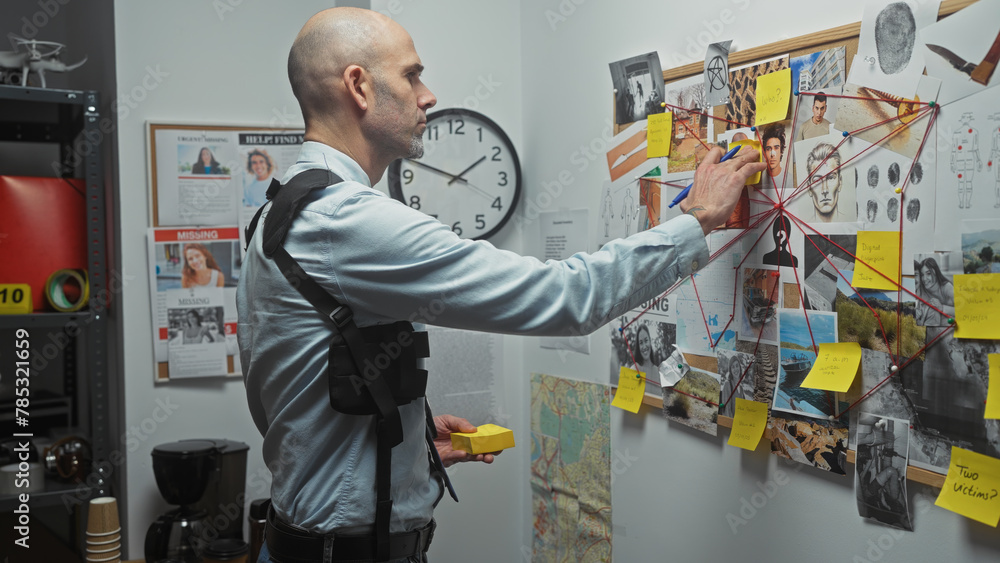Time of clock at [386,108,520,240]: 1:48
